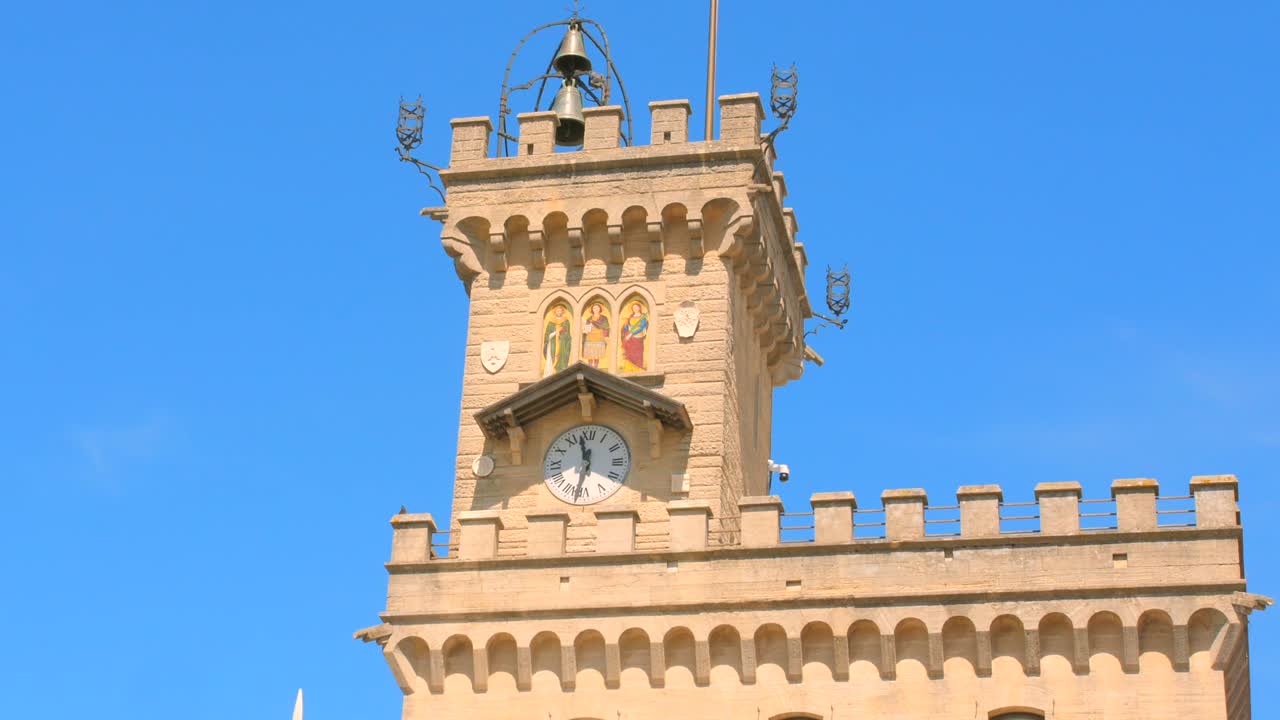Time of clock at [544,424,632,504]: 11:32
